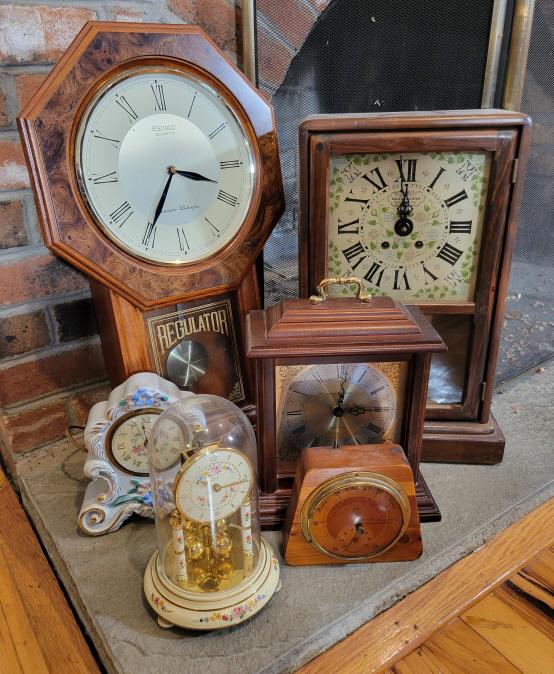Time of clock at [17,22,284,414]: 3:34
